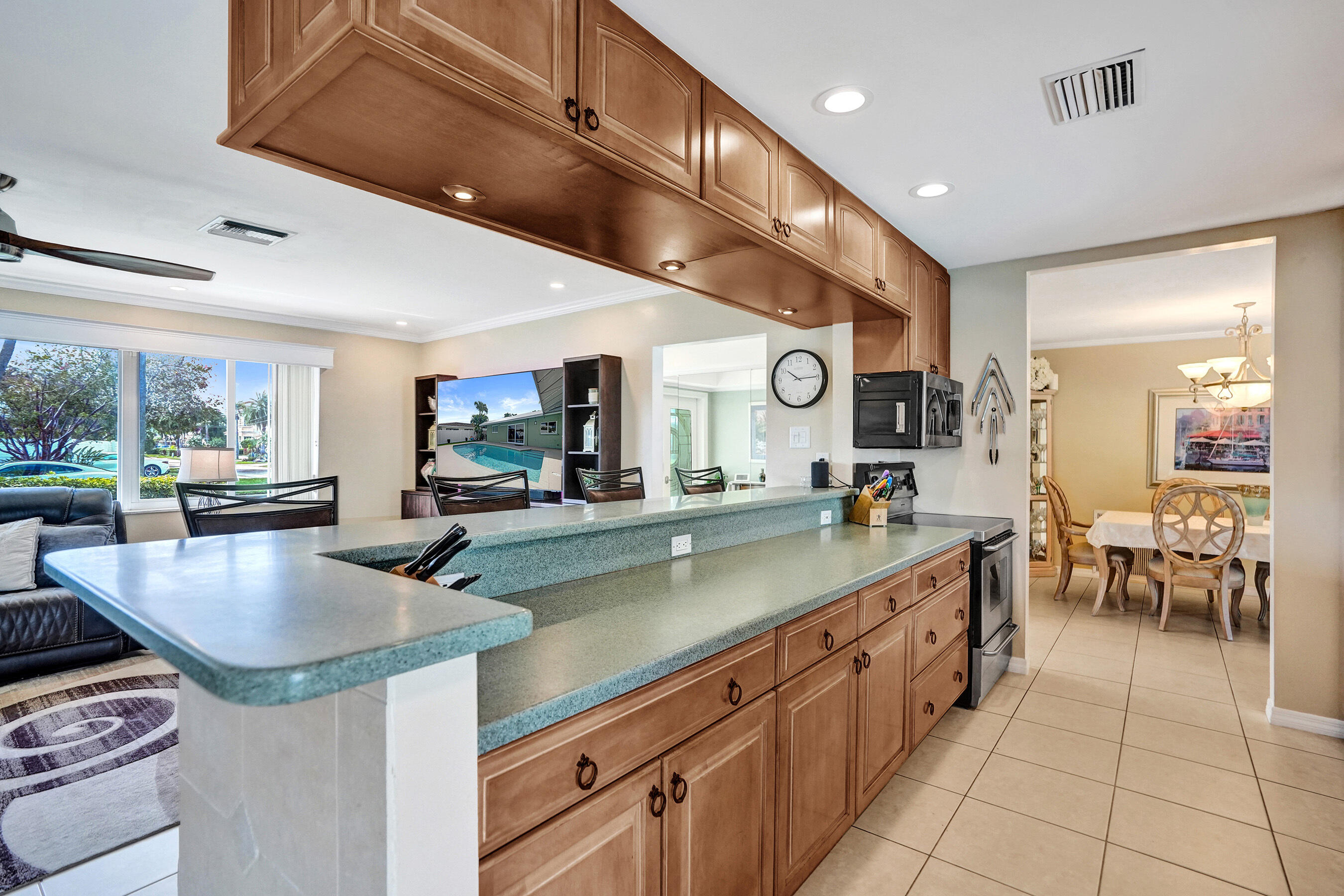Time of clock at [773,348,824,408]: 10:14
